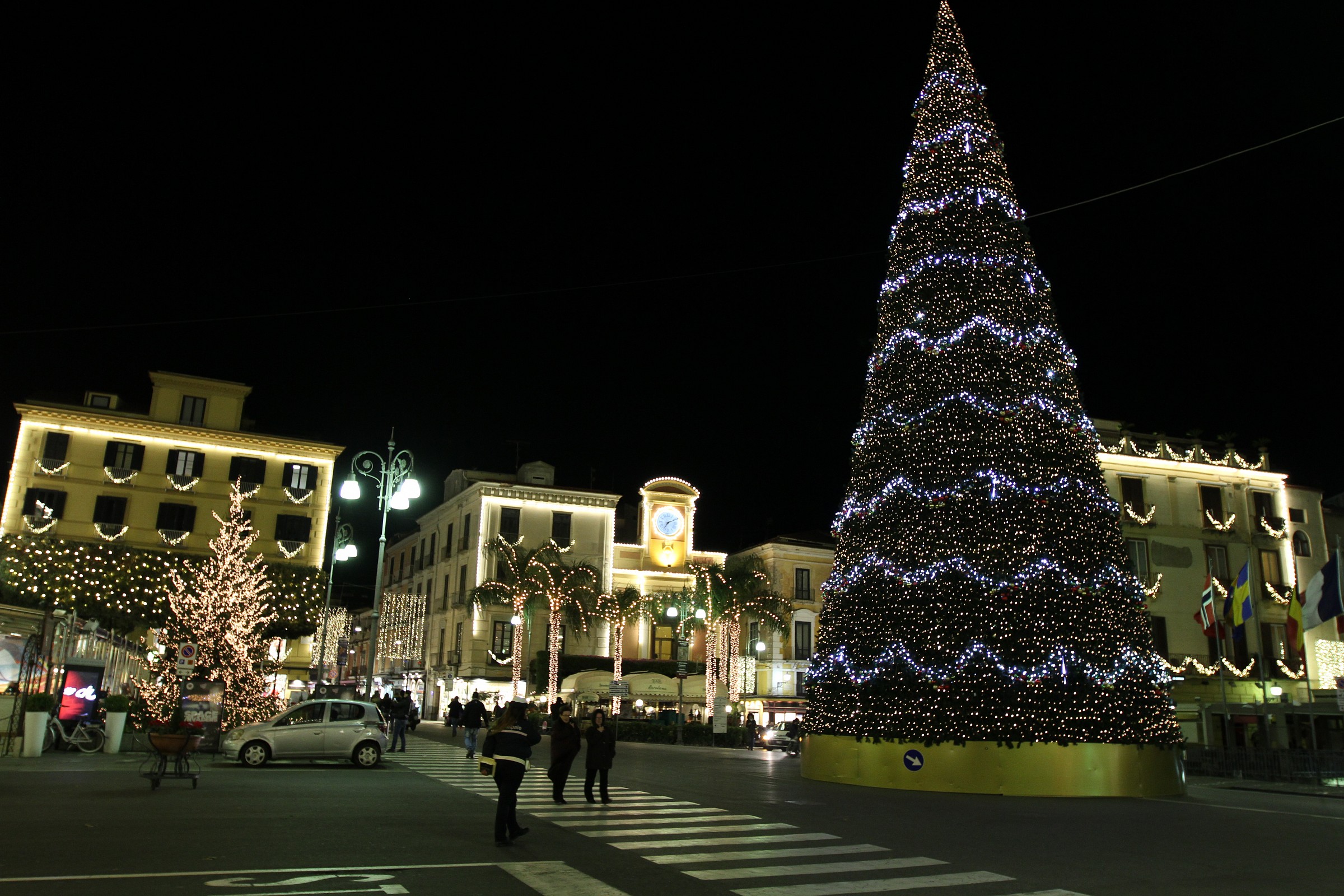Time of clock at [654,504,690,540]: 7:10
